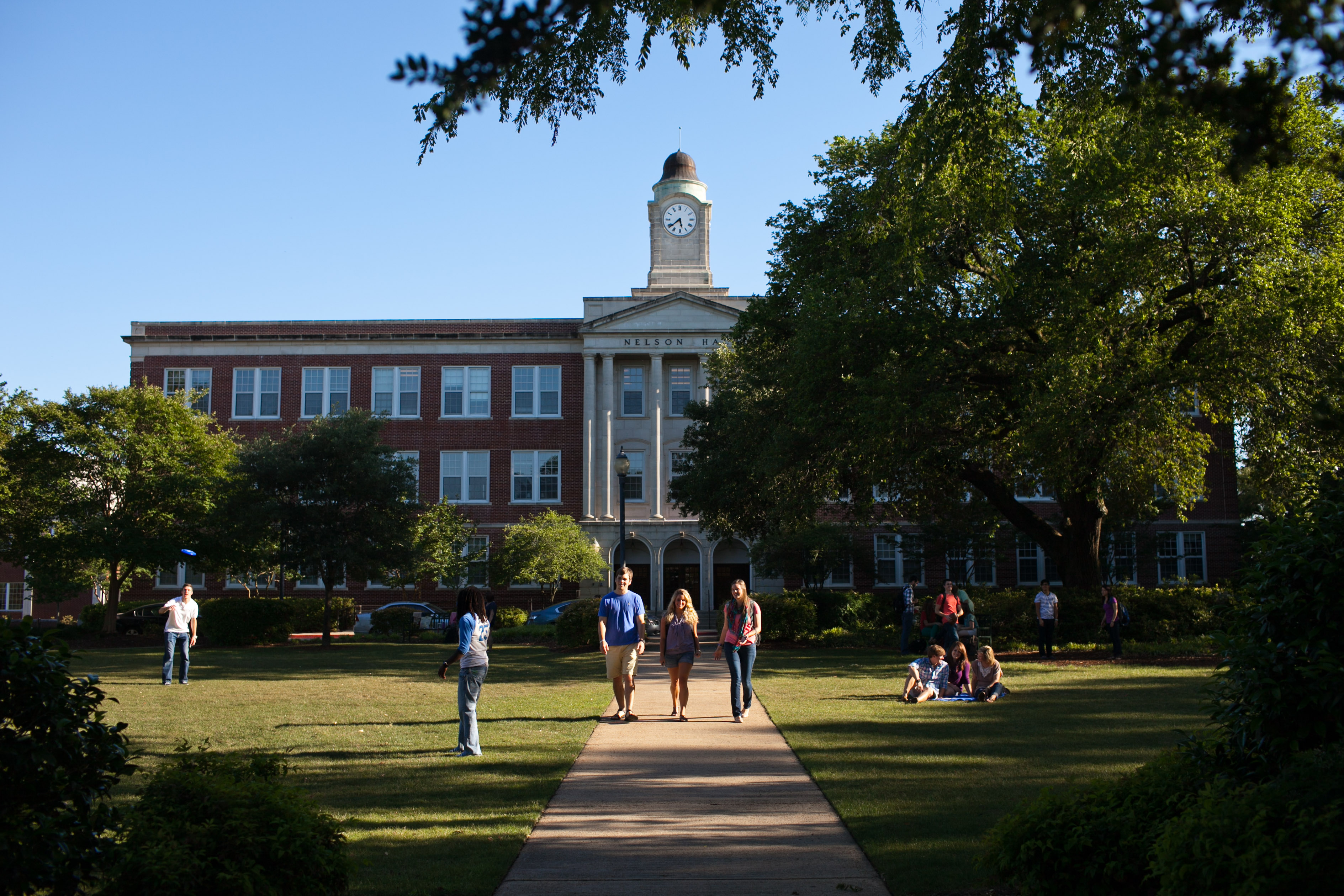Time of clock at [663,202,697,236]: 5:38
